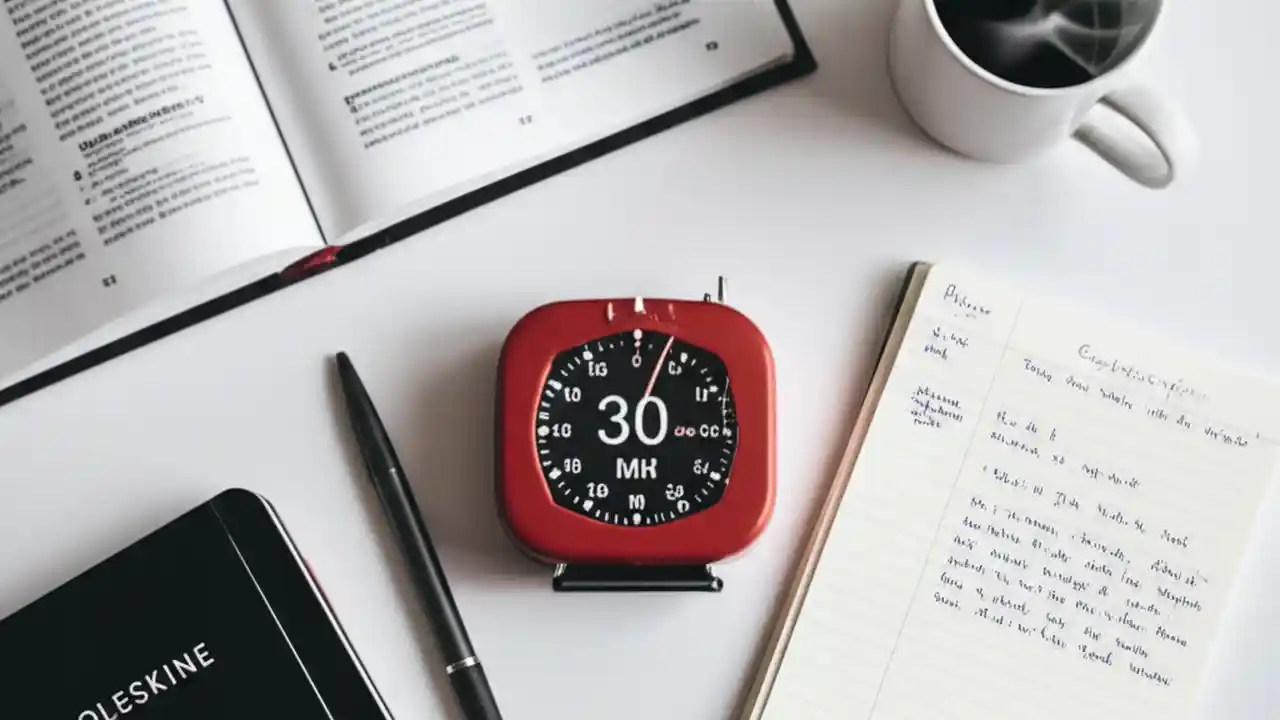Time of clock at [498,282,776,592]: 3:03
